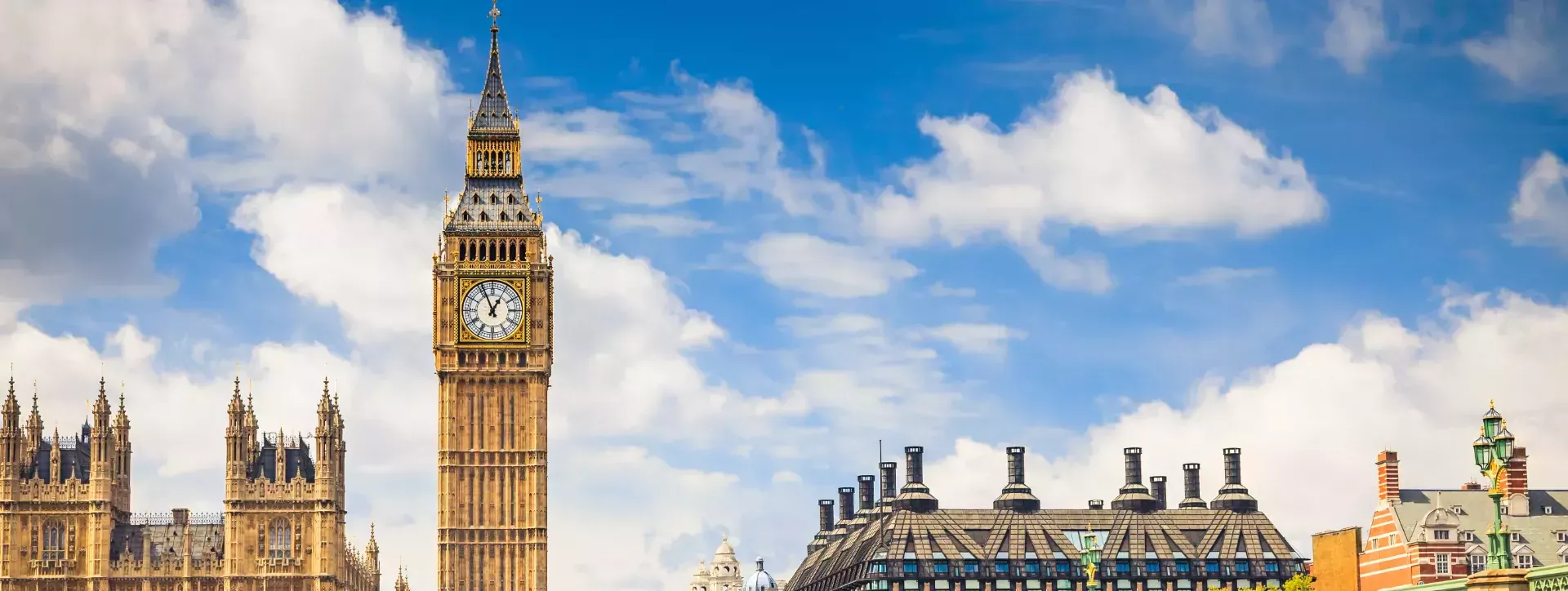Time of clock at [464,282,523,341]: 12:56
